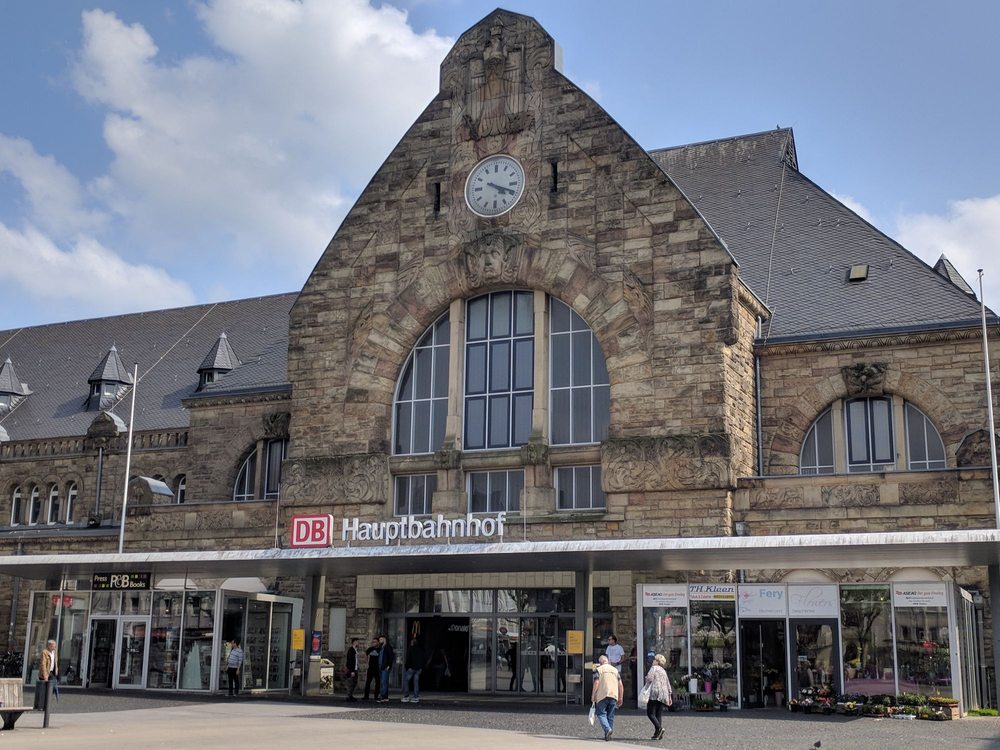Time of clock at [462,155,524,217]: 4:18
